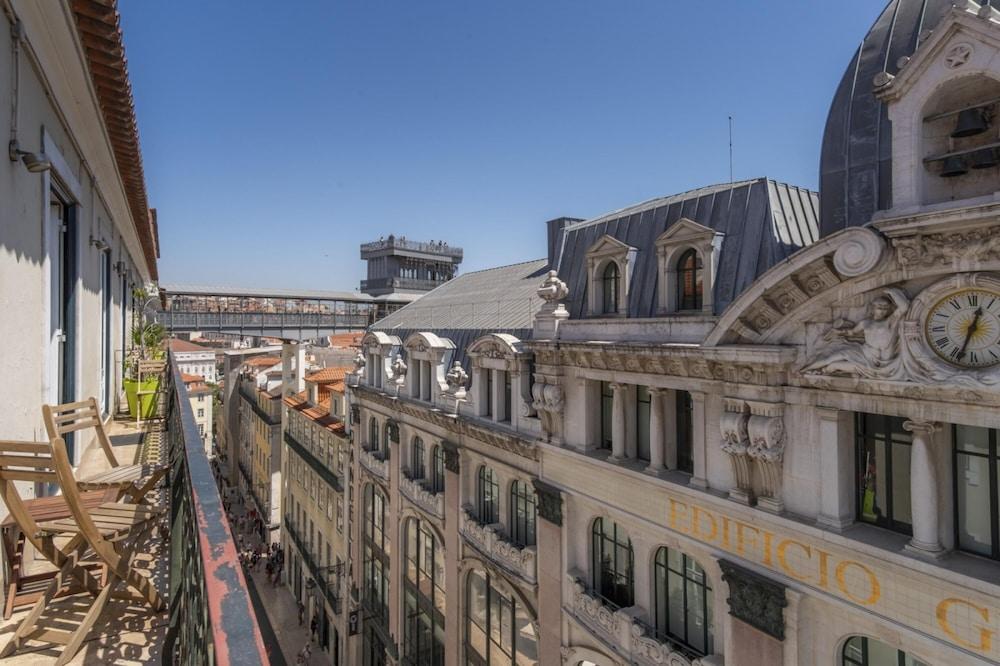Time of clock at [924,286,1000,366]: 12:33
